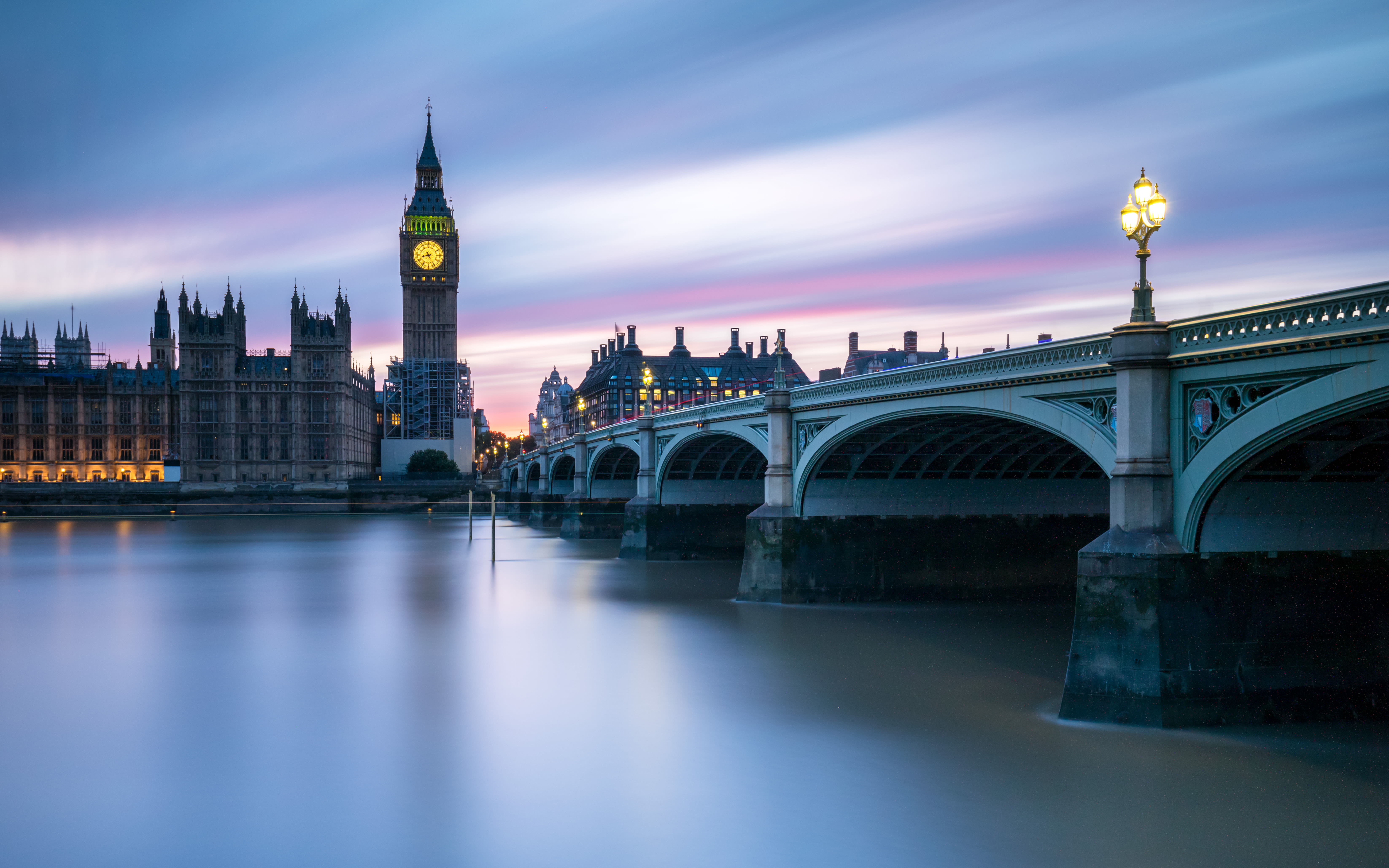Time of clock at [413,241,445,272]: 8:25
